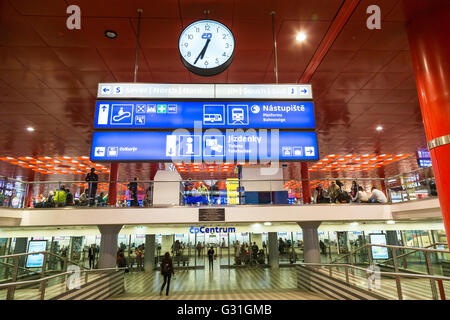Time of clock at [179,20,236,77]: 6:34
